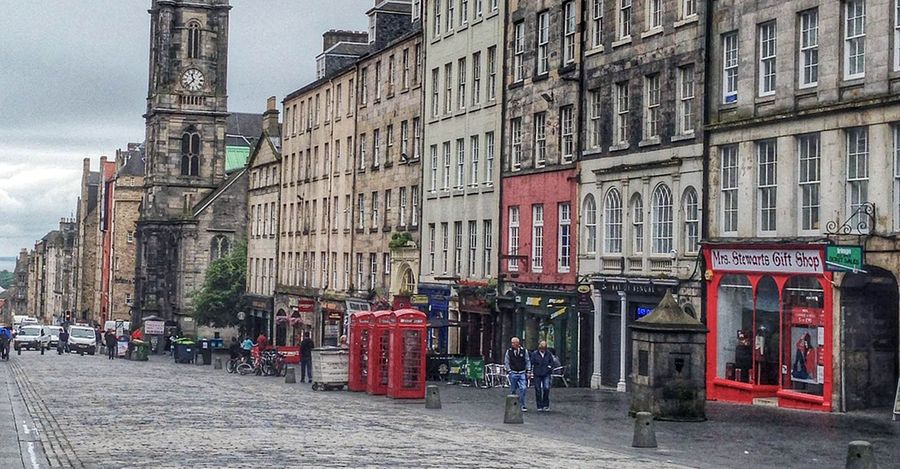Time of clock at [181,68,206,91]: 11:36
